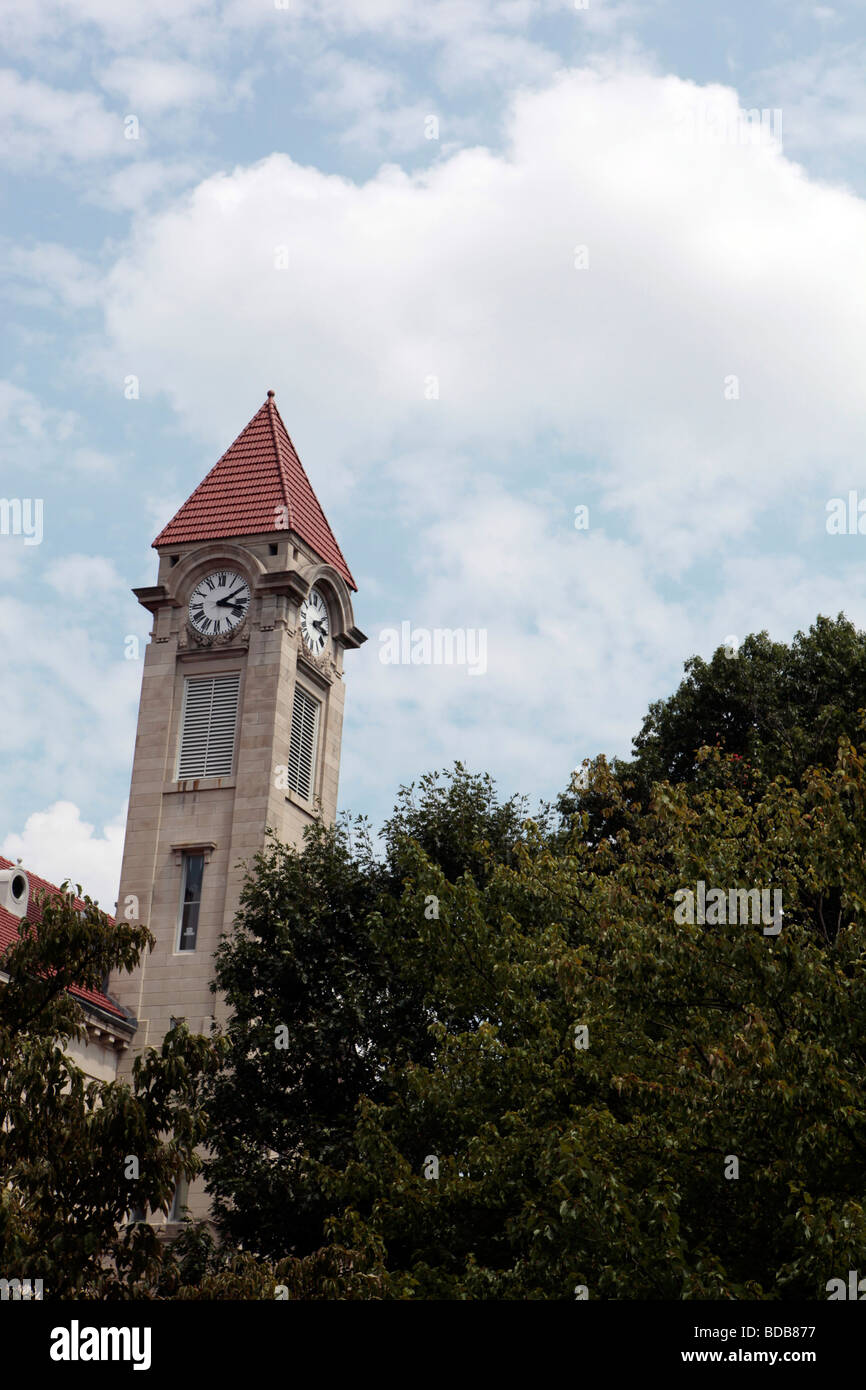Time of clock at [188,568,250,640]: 3:09
